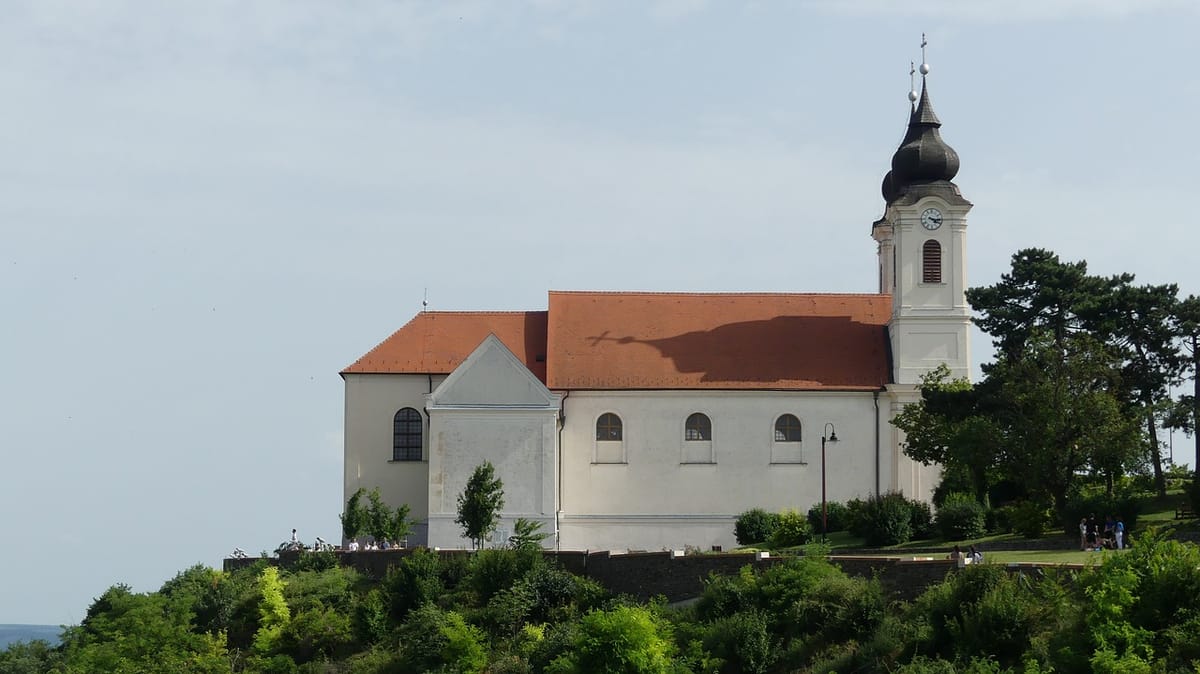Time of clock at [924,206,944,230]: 4:16
